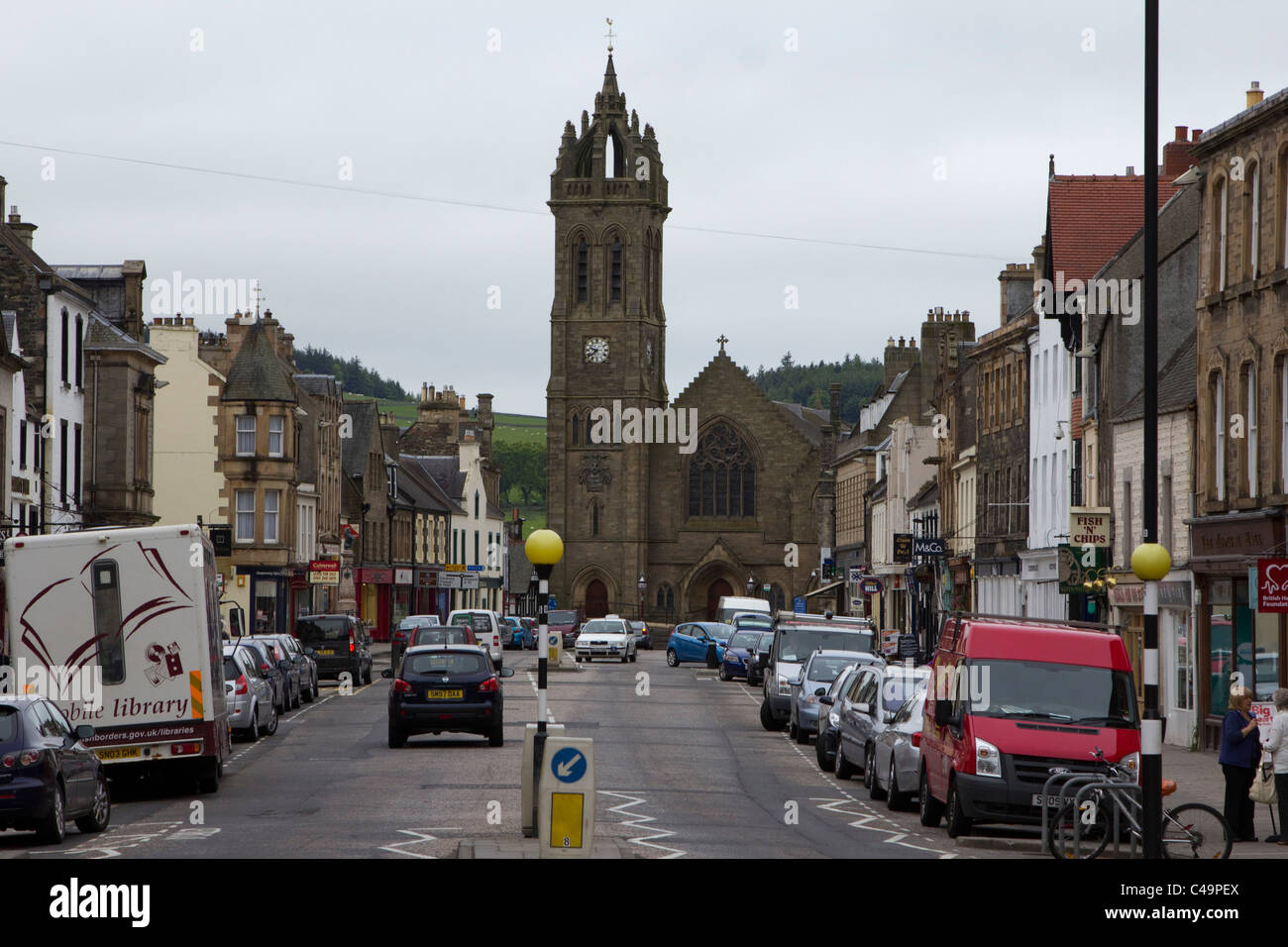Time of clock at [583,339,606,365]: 9:38
